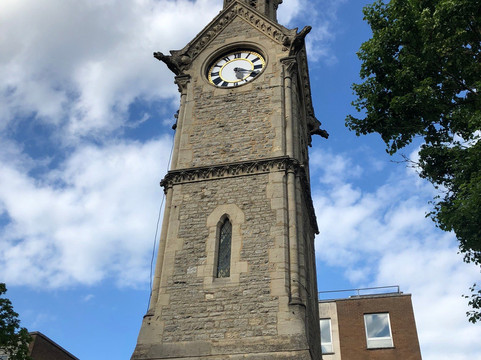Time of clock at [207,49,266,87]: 5:18
